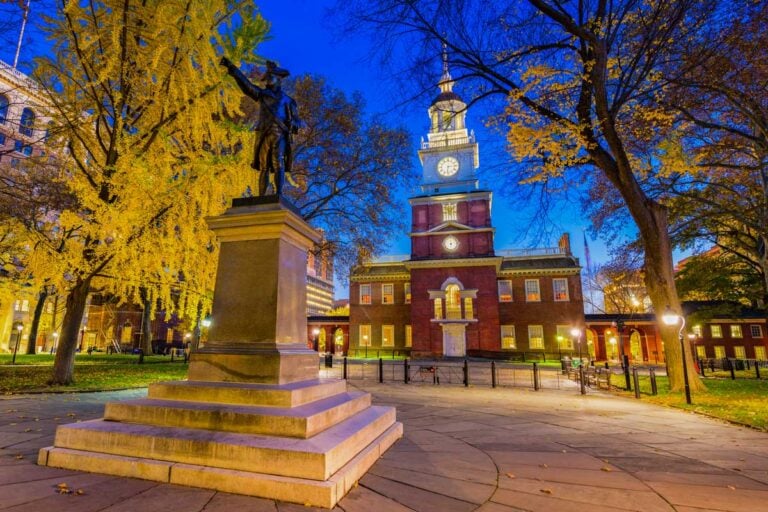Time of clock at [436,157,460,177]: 6:14
